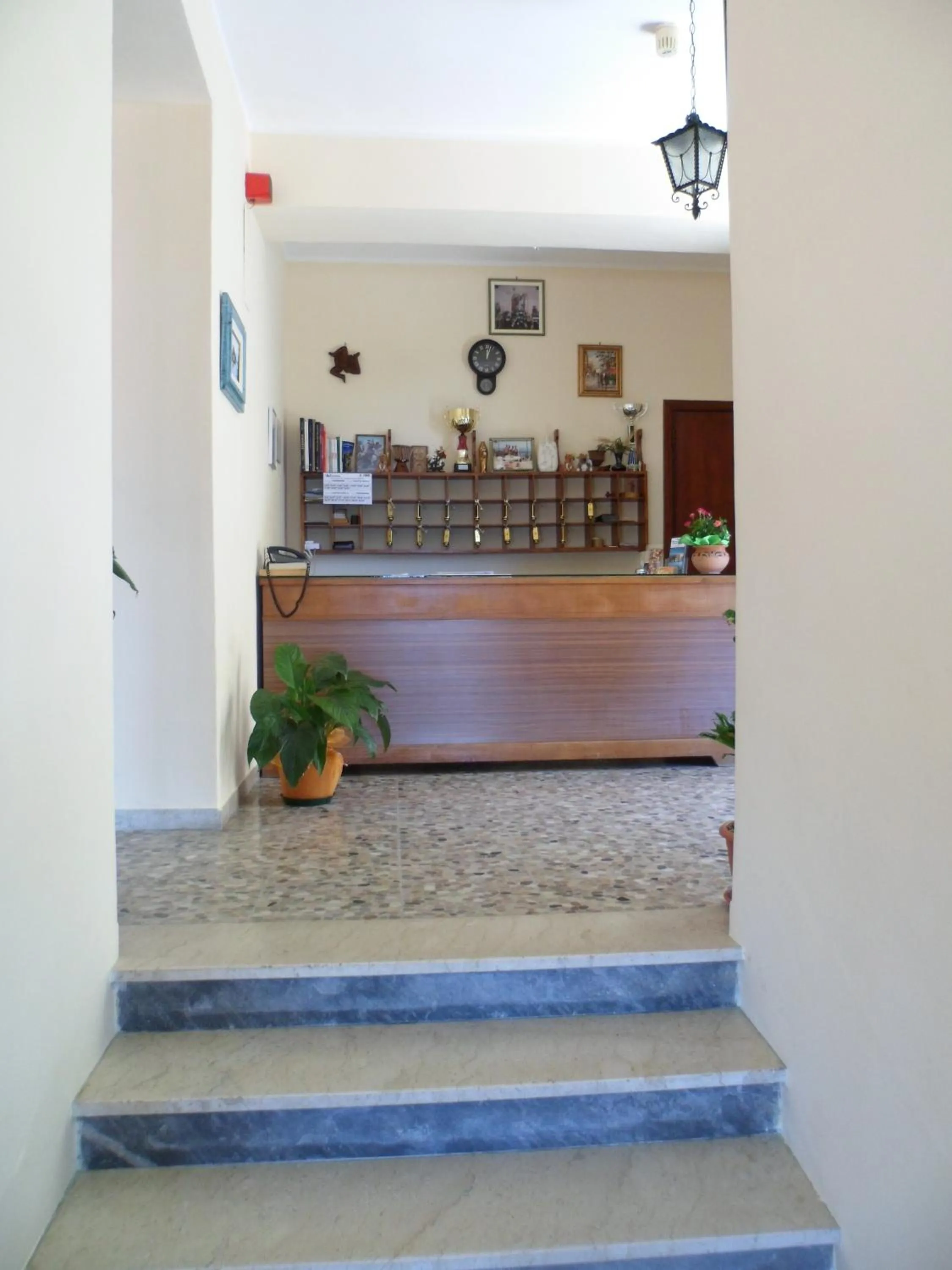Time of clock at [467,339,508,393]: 12:03
